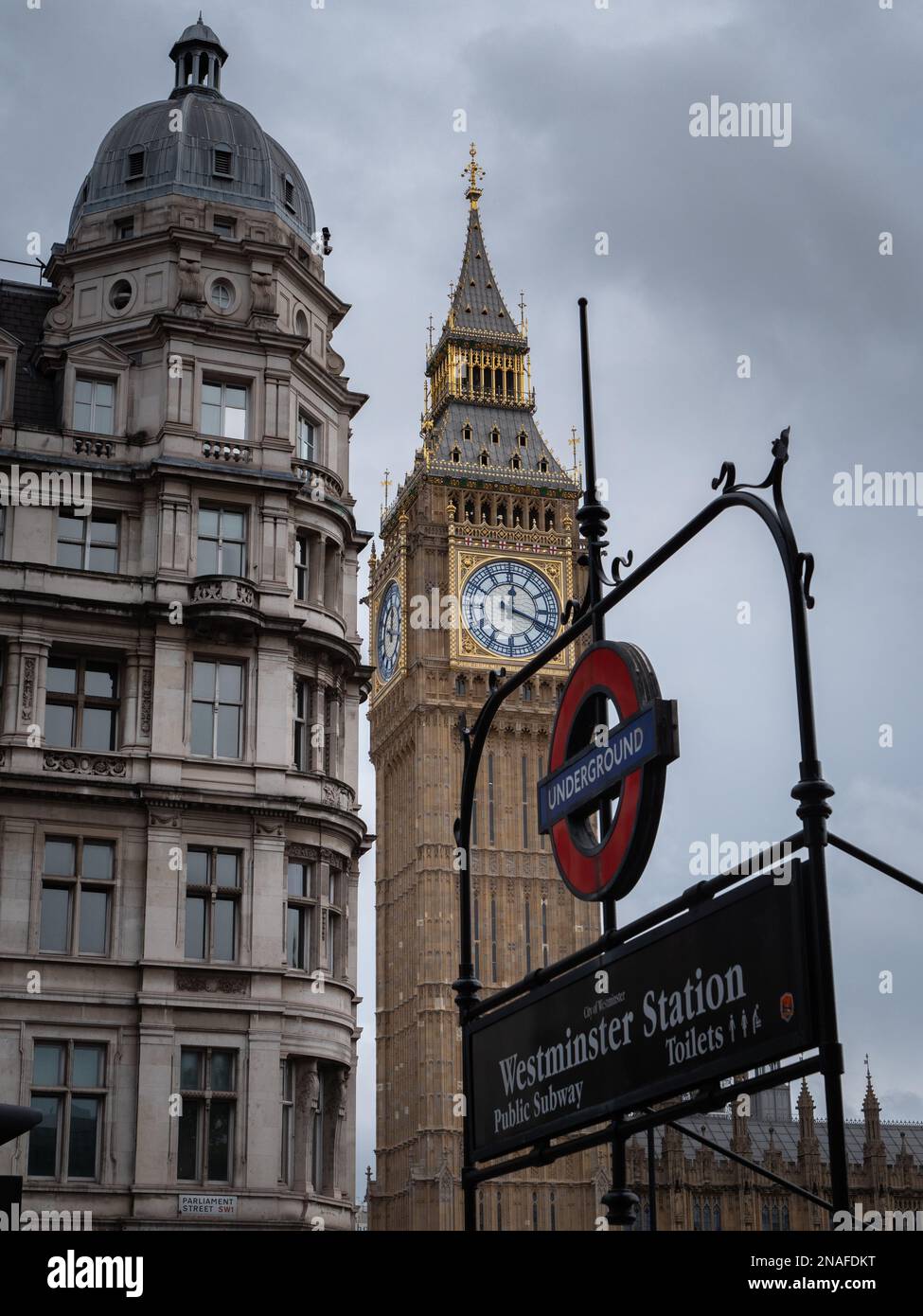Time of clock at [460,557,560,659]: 12:18
